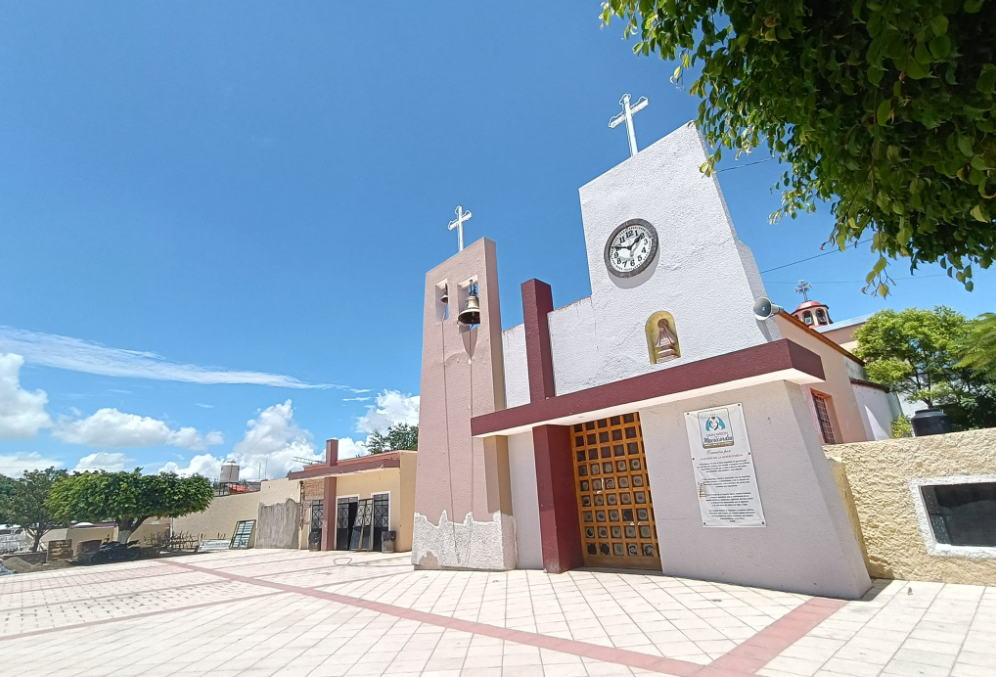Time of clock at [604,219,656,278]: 1:49
